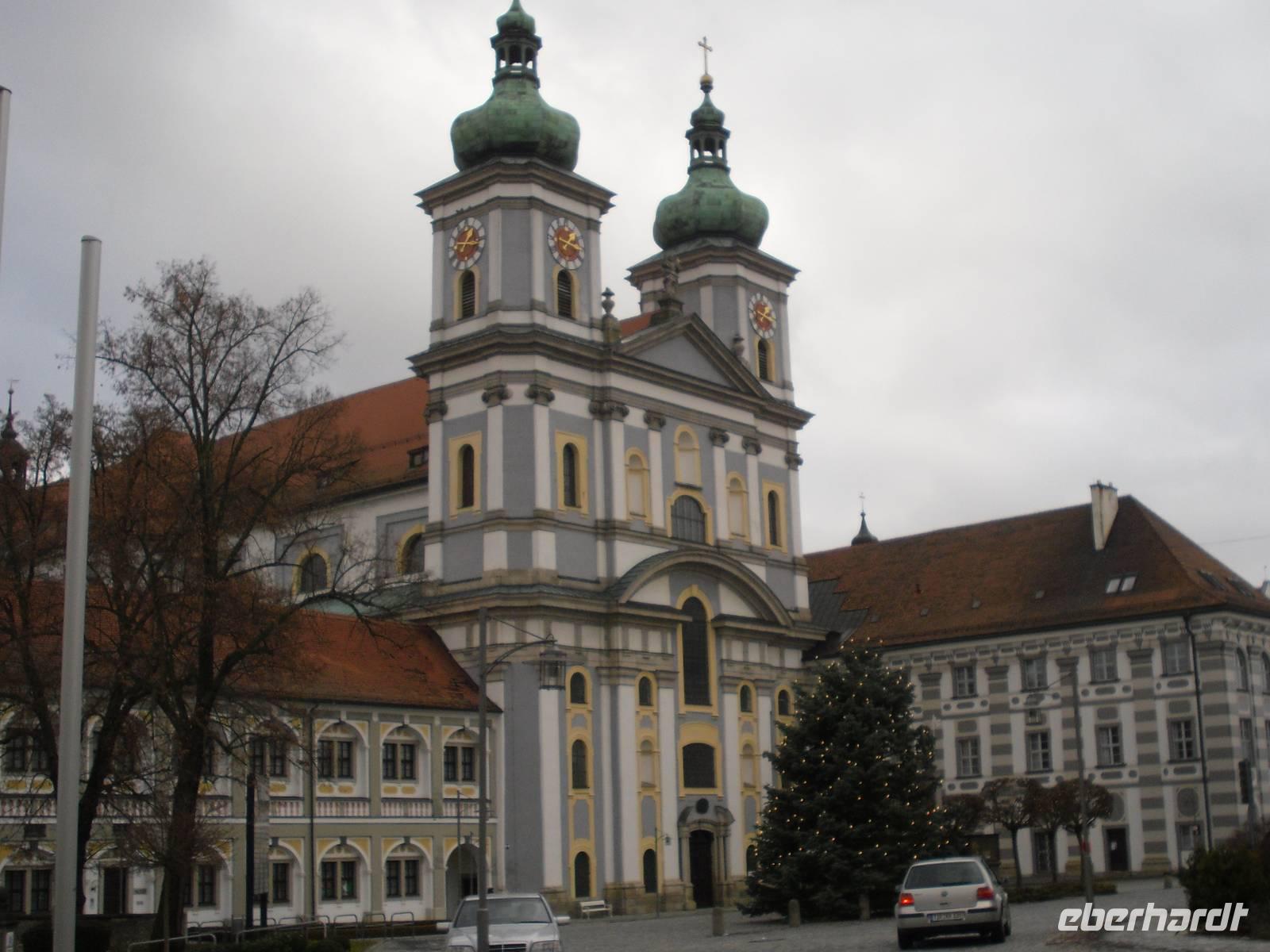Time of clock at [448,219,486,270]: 1:16
